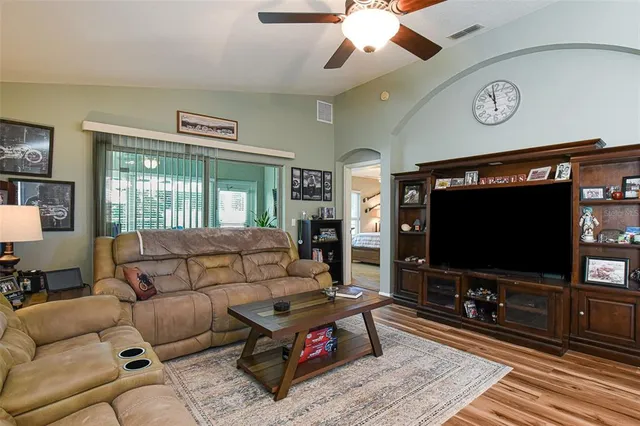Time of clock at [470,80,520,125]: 10:58
